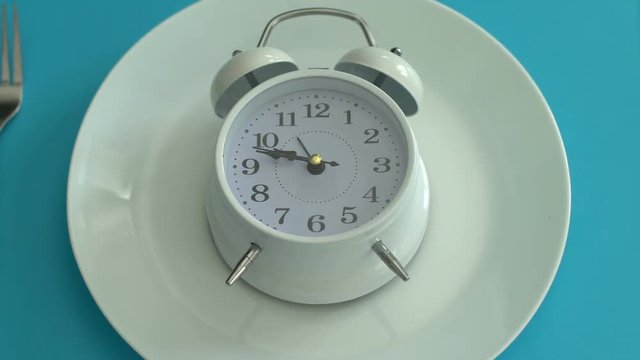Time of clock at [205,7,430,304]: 9:47
